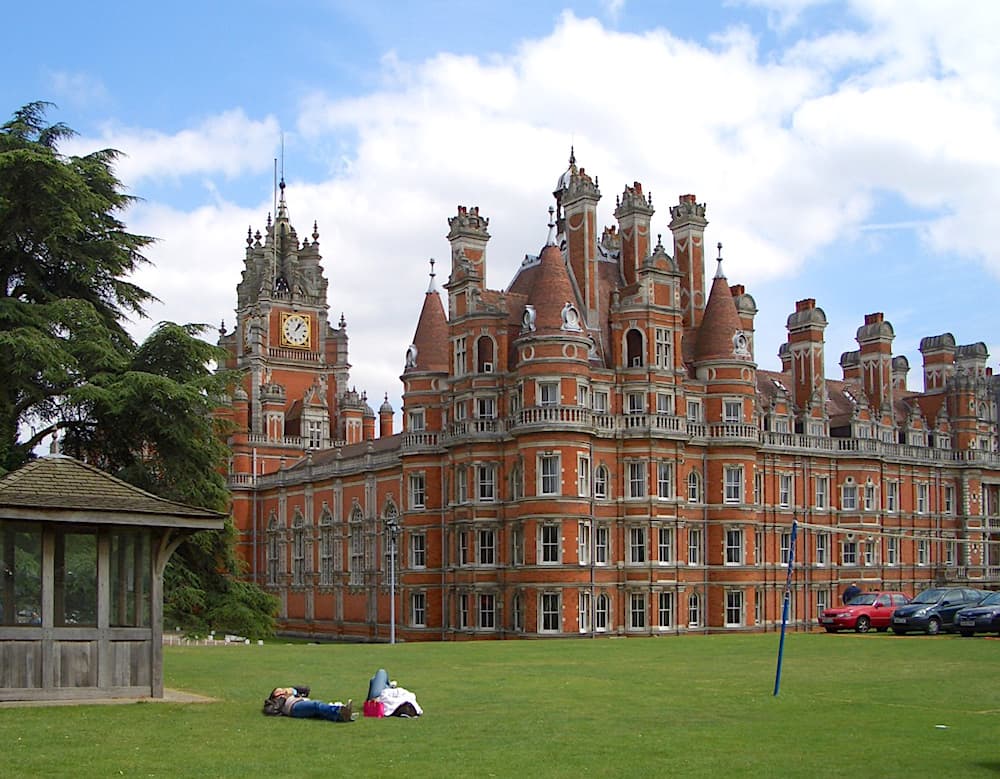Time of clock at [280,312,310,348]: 1:07
